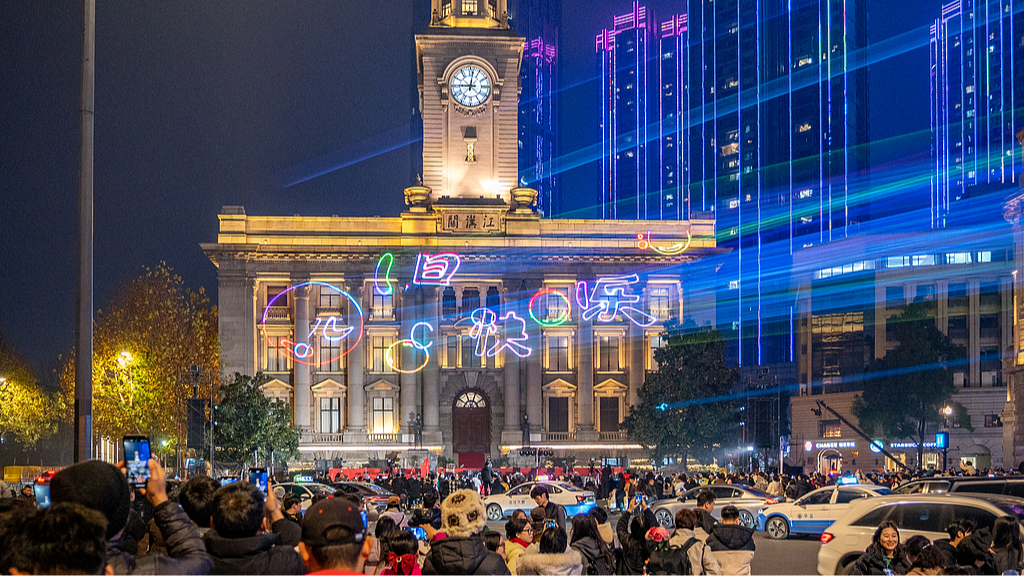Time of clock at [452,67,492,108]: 9:01
